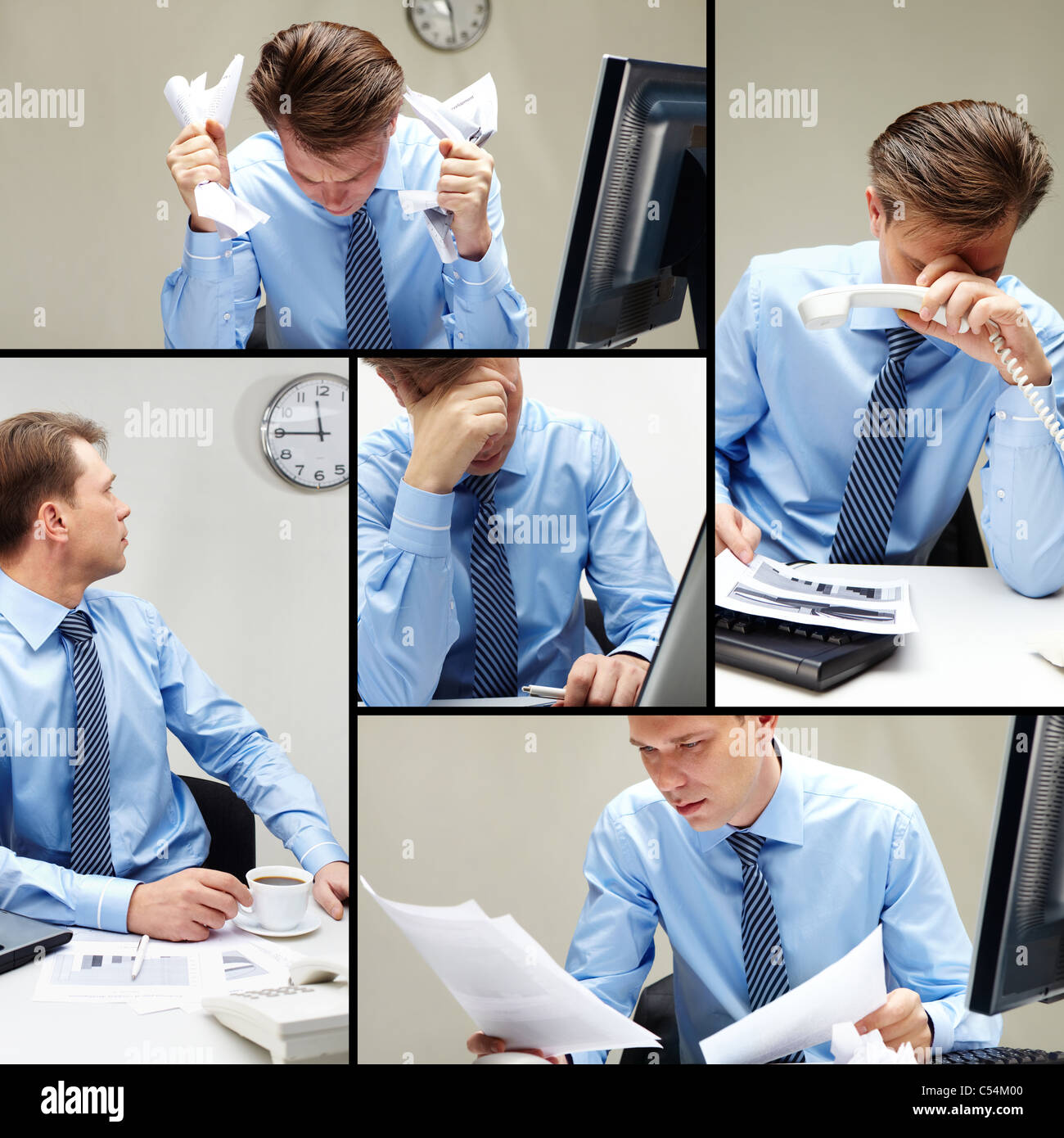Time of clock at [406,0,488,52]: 11:28
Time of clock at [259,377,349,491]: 11:45
